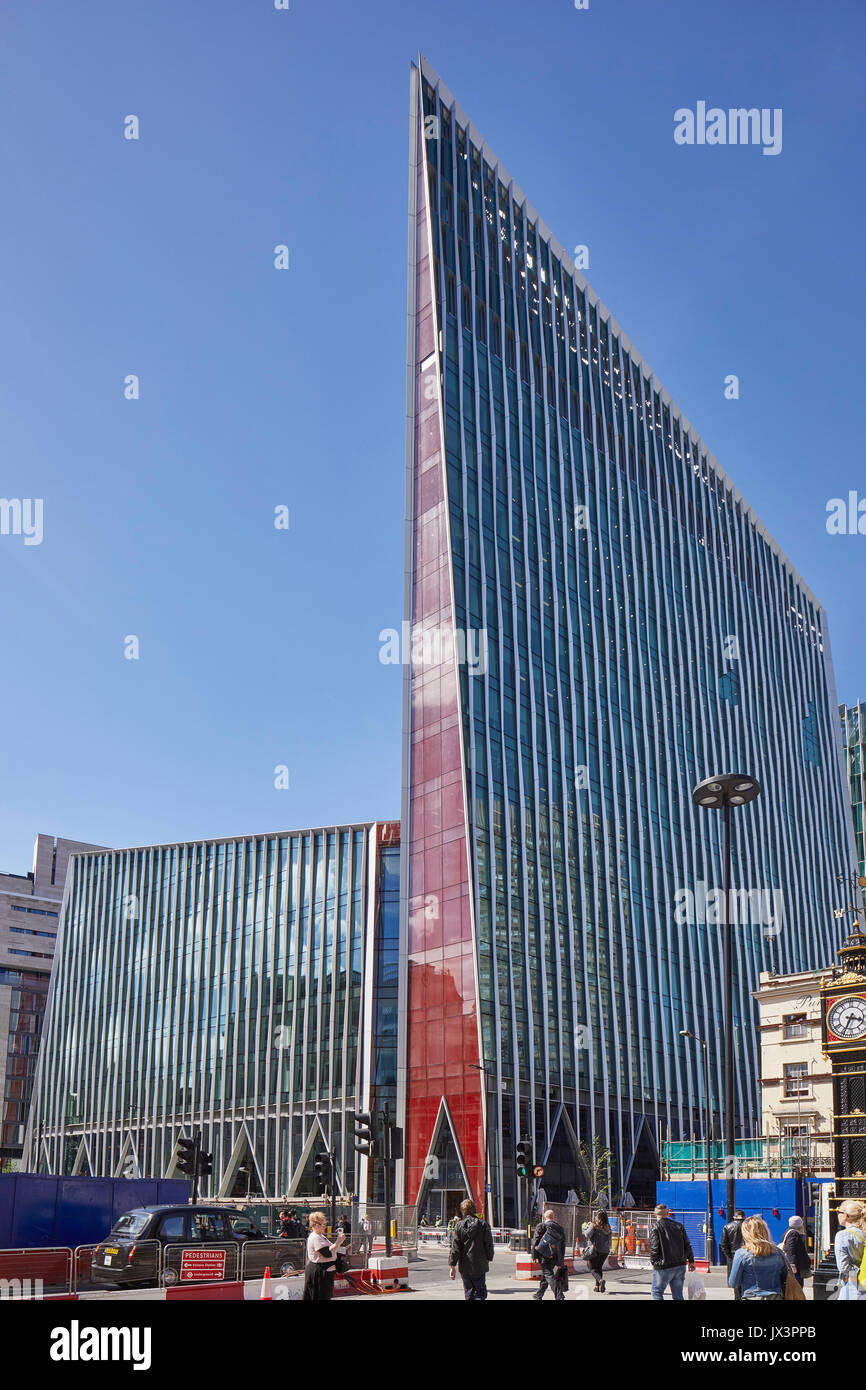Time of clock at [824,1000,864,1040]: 3:34
